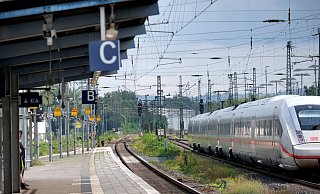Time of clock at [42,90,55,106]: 10:28
